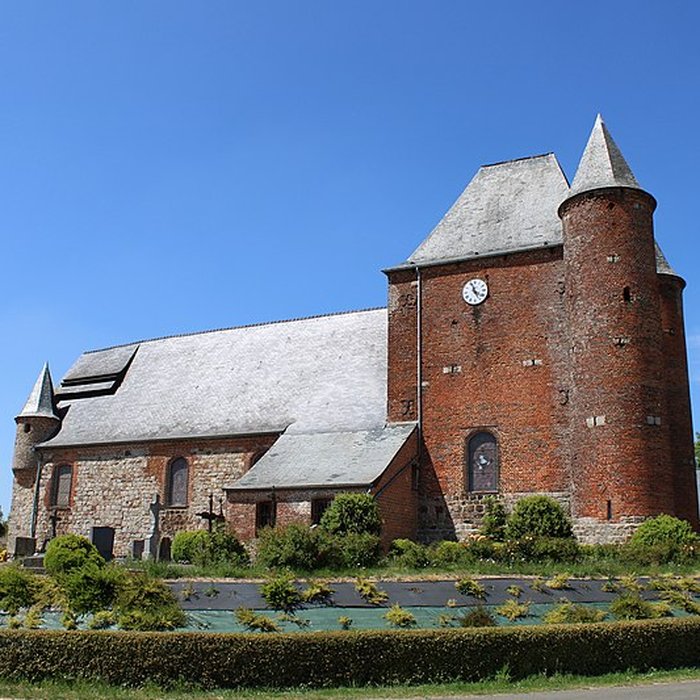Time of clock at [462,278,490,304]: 11:21
